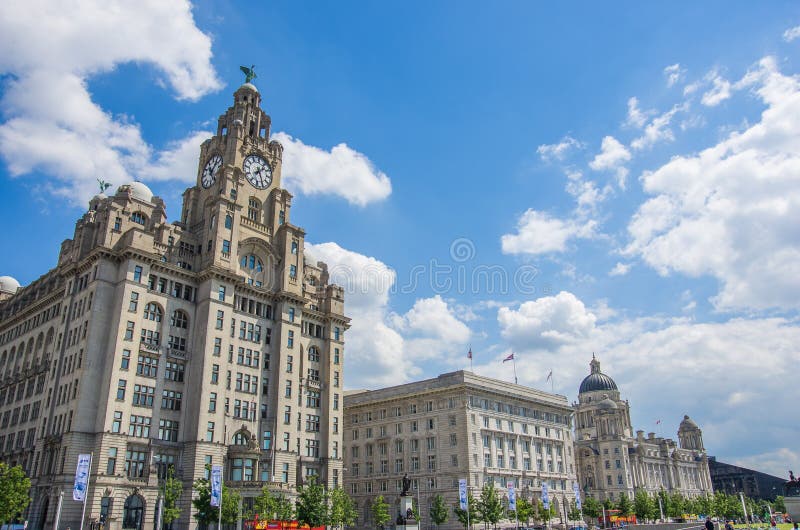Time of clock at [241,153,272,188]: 1:28
